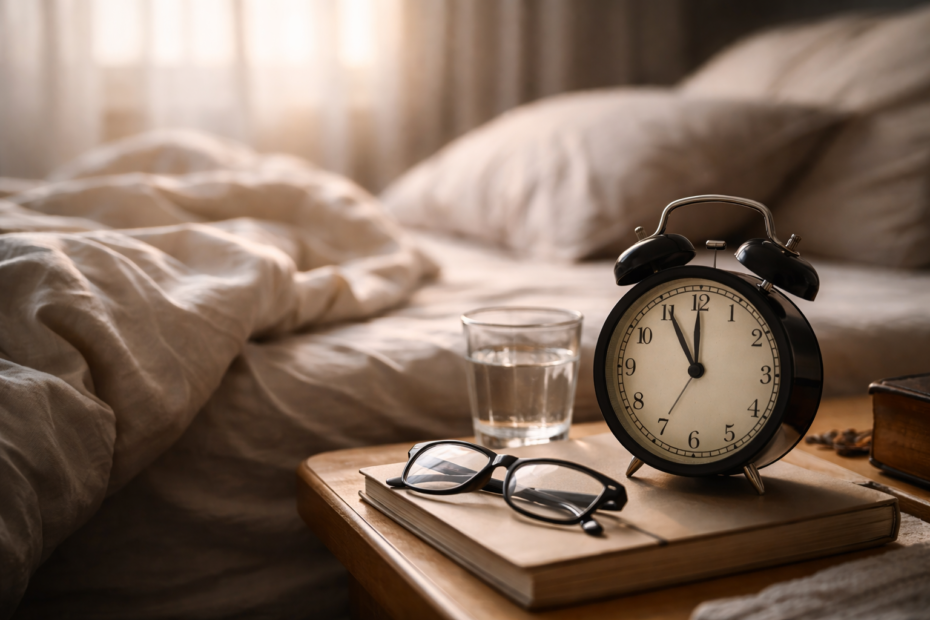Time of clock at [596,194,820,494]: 11:55
